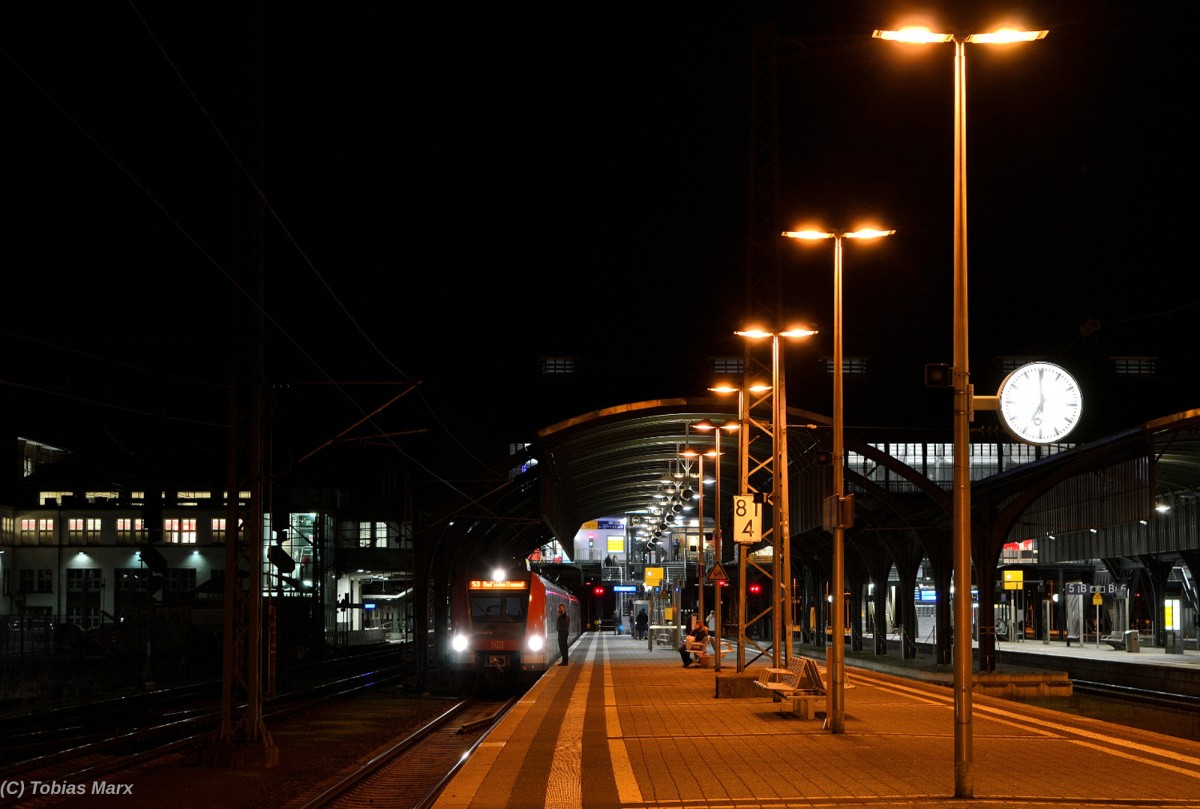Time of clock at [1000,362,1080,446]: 6:59
